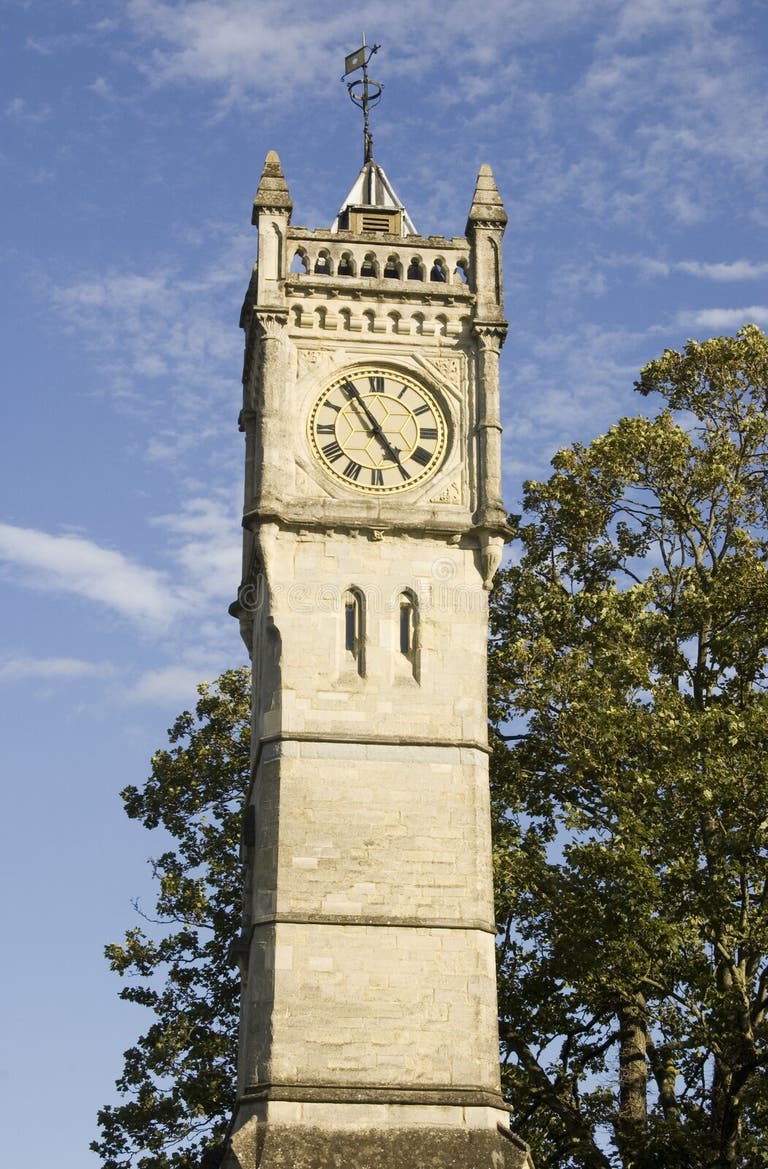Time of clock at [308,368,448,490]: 4:54
